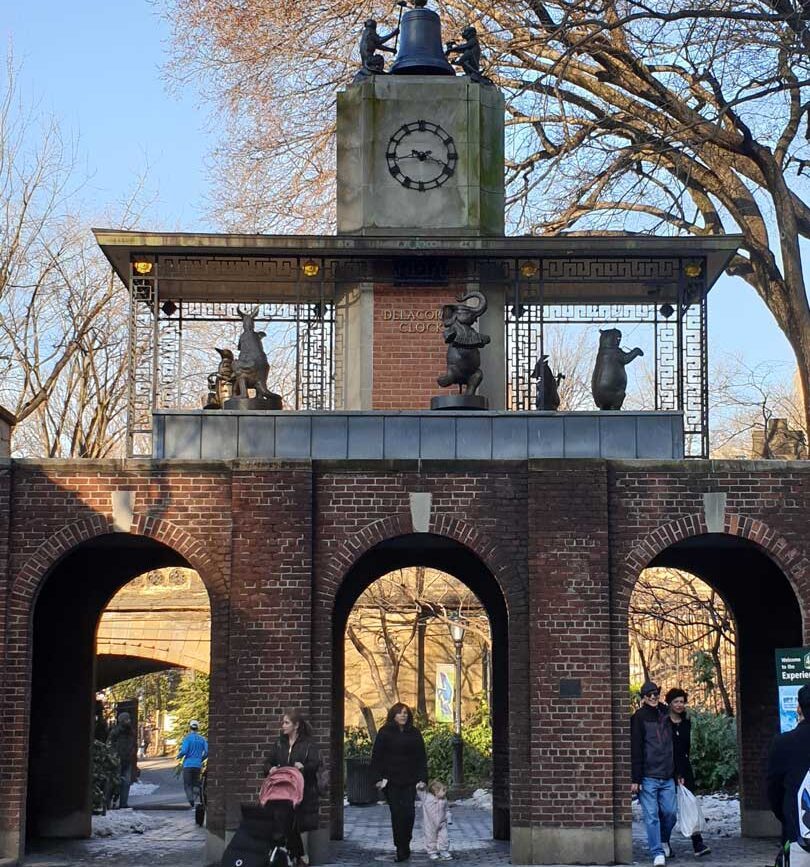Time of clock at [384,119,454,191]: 3:43
